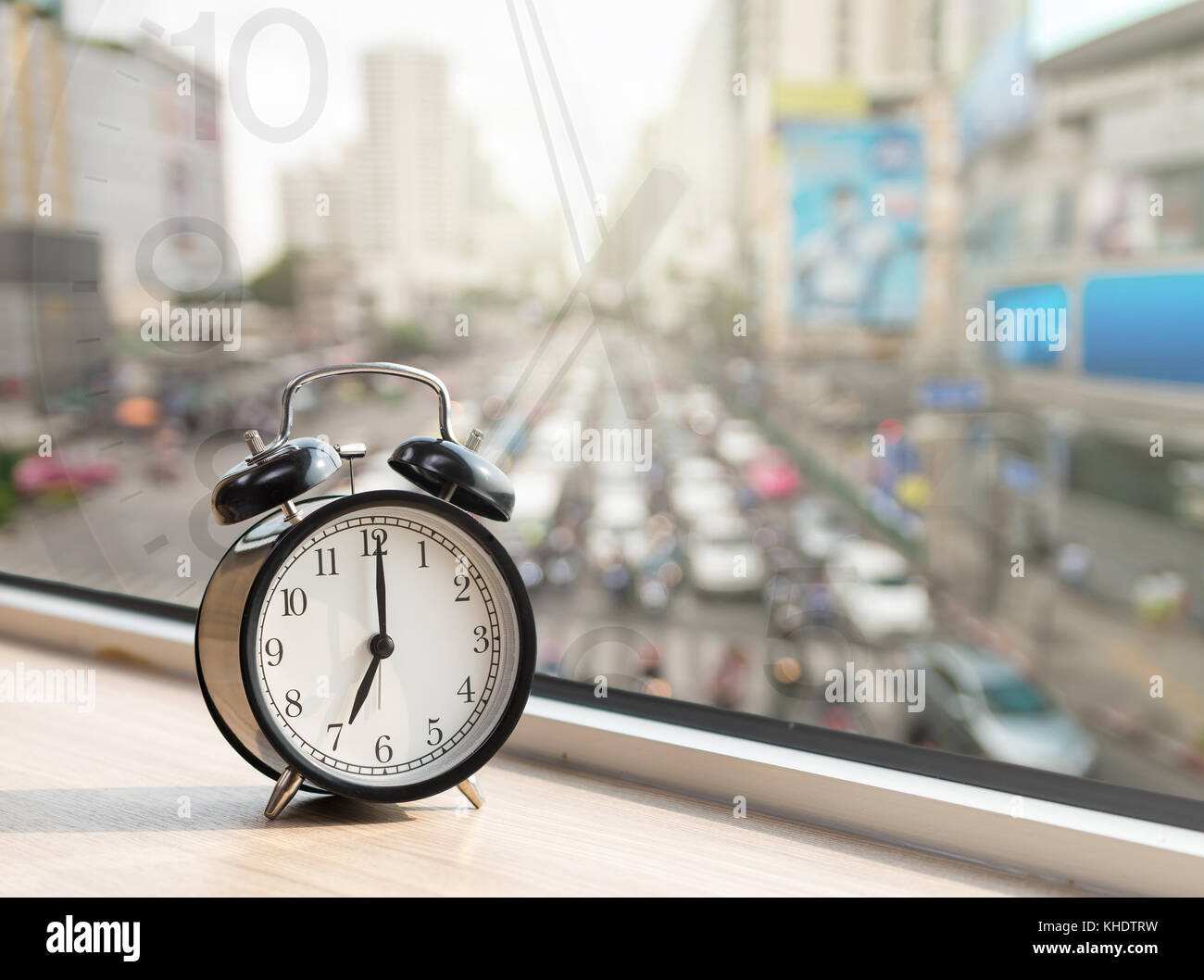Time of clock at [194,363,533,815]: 7:00
